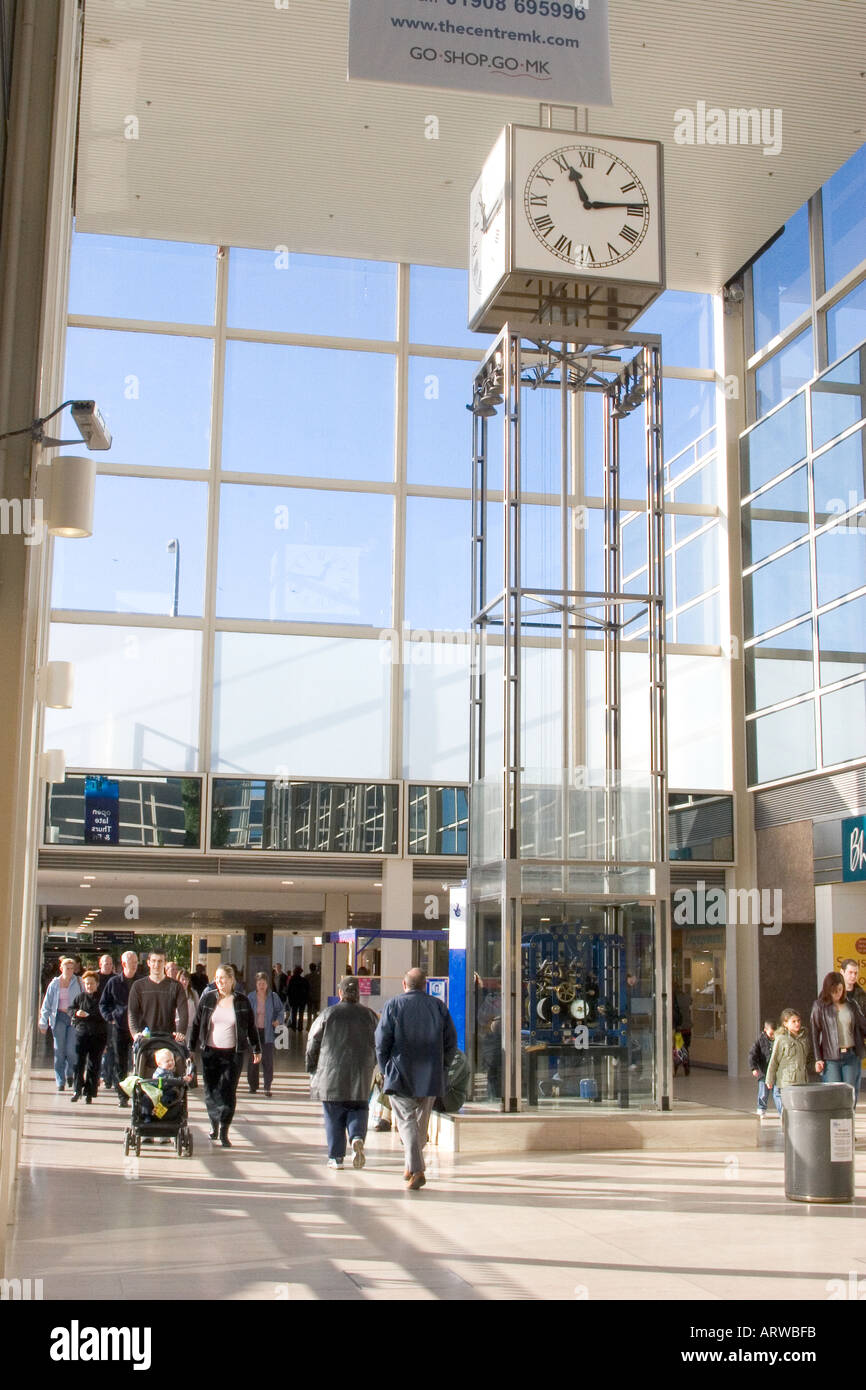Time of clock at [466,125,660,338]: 11:13
